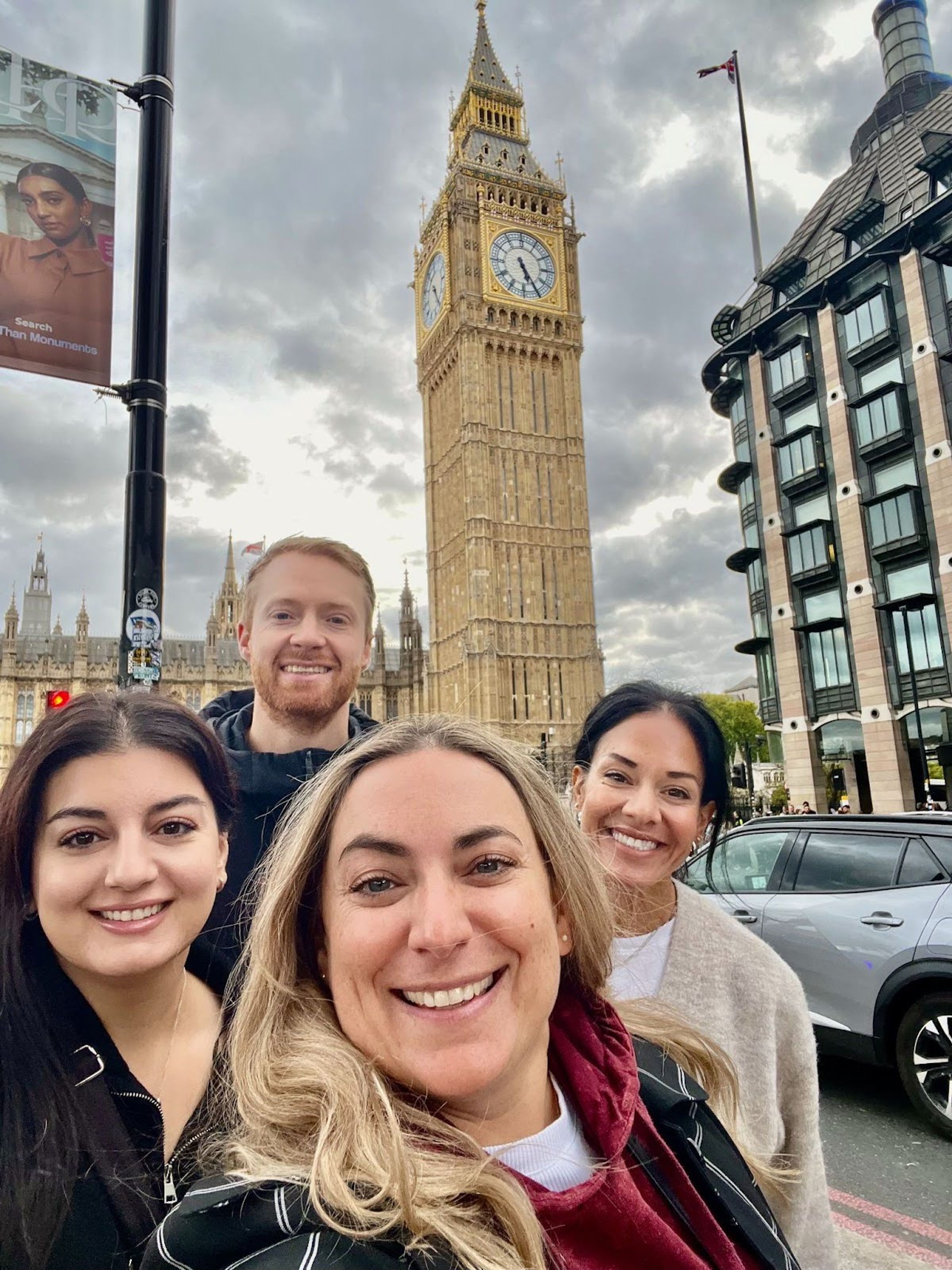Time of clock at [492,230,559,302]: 5:24
